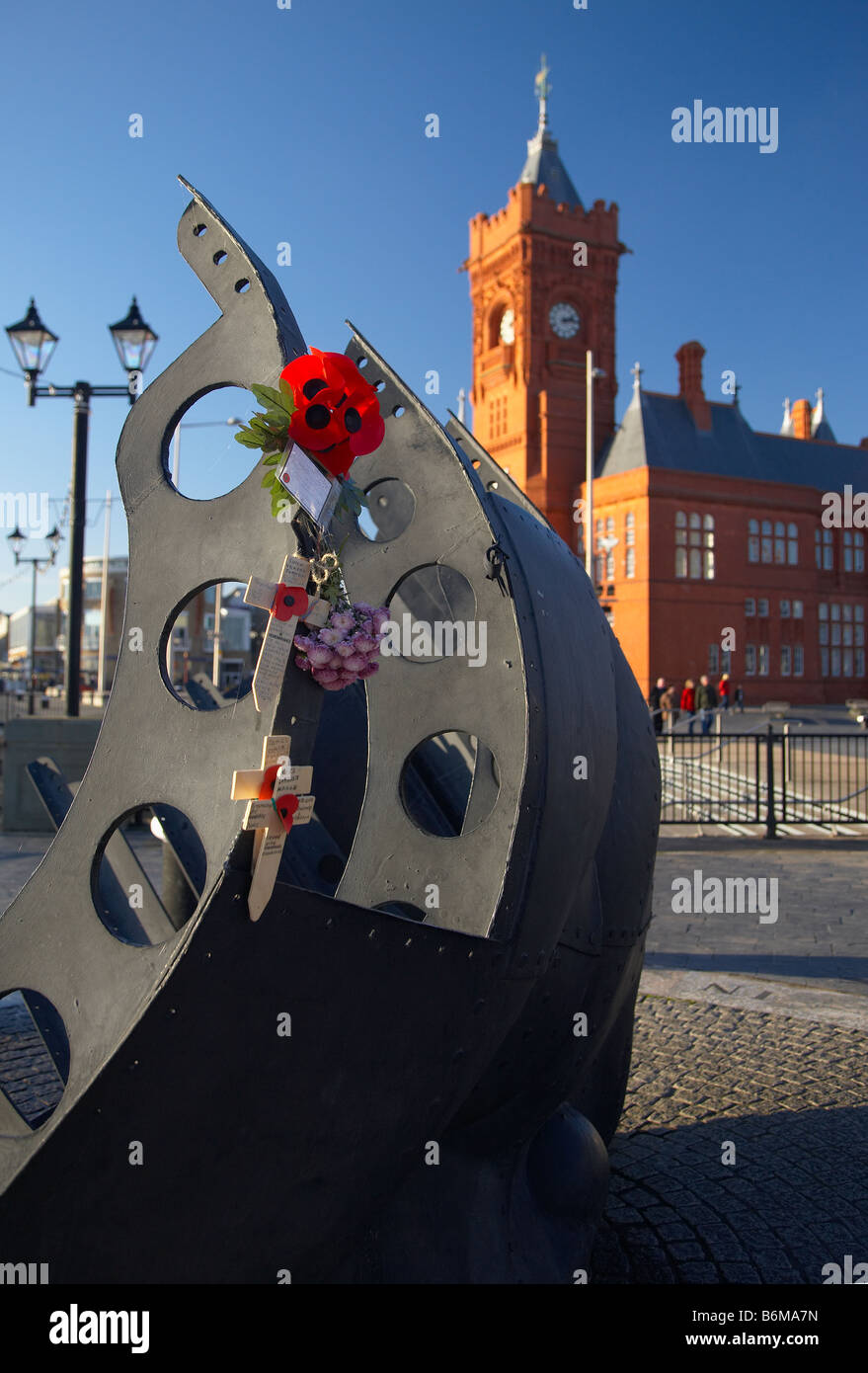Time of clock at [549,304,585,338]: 2:13
